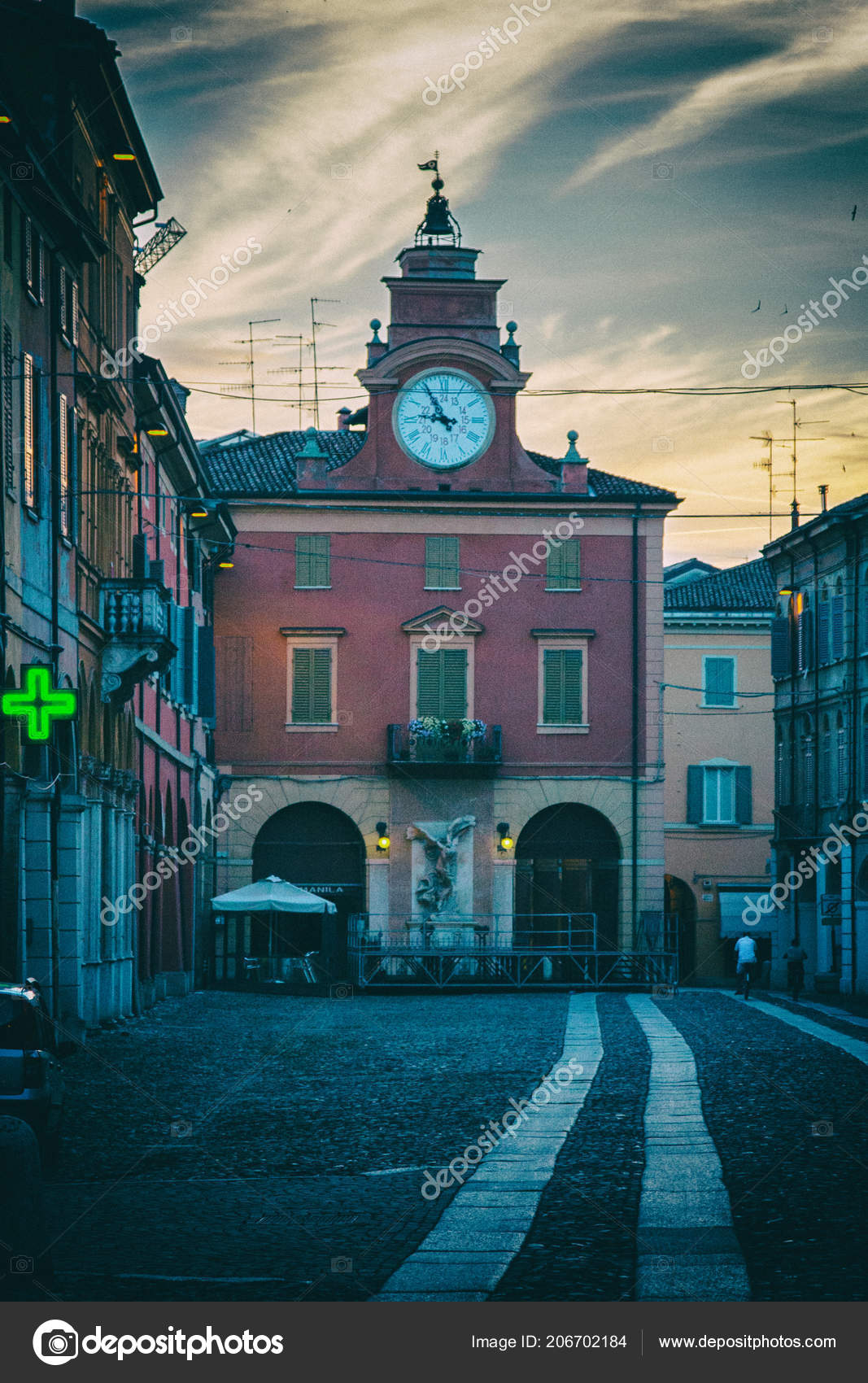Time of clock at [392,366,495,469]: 10:46
